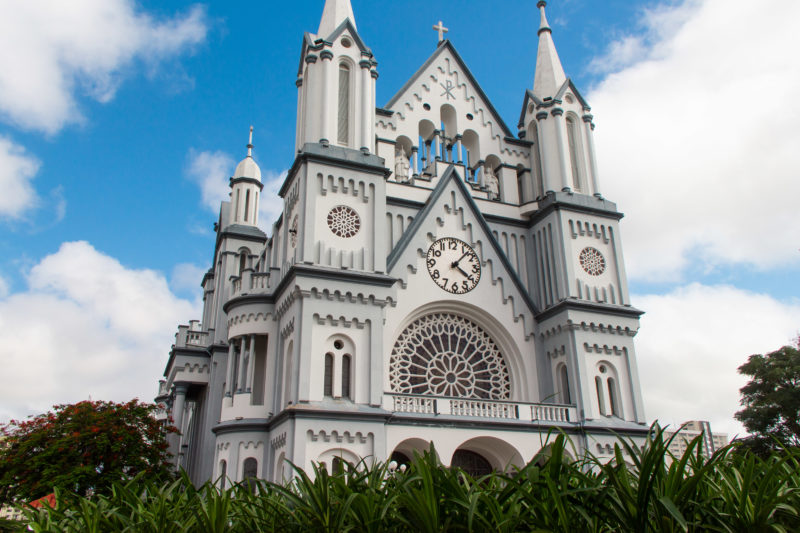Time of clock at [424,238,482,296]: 4:07
